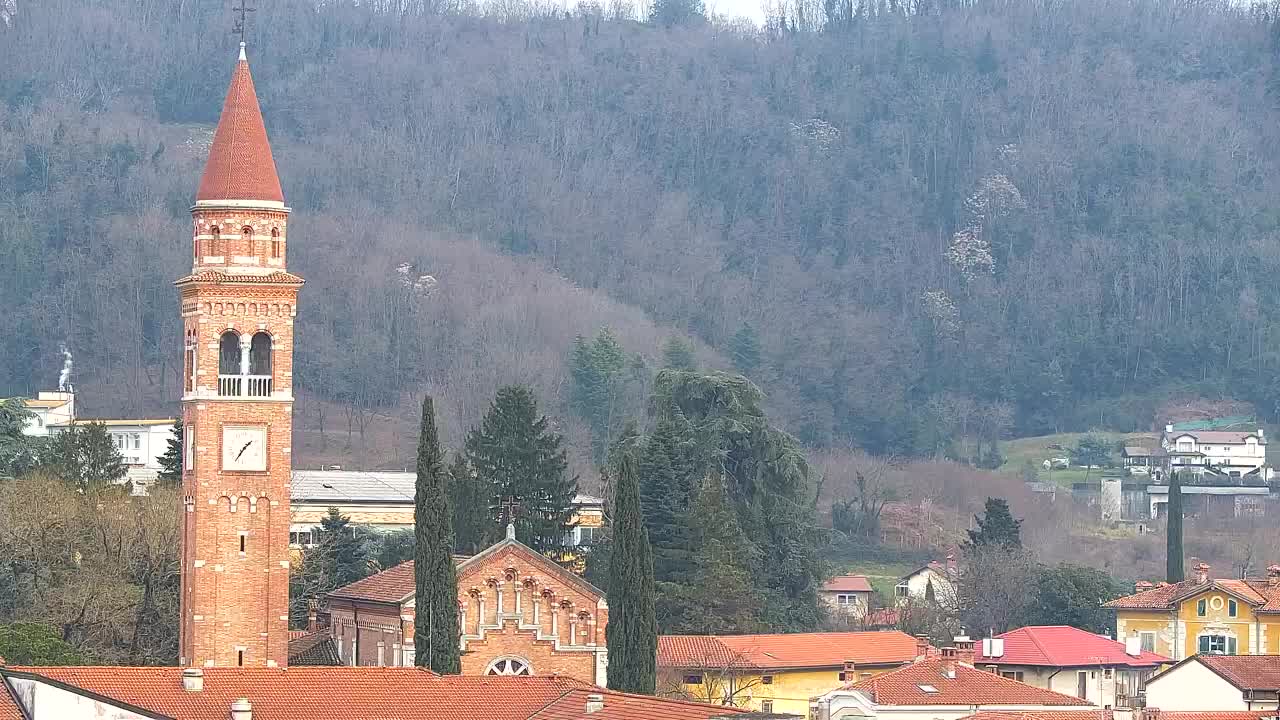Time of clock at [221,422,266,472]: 1:35
